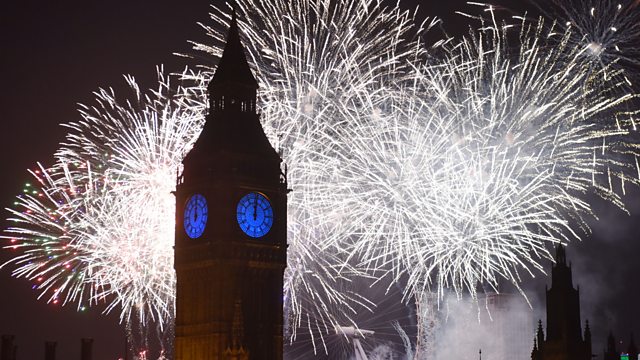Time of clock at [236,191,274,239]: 12:00
